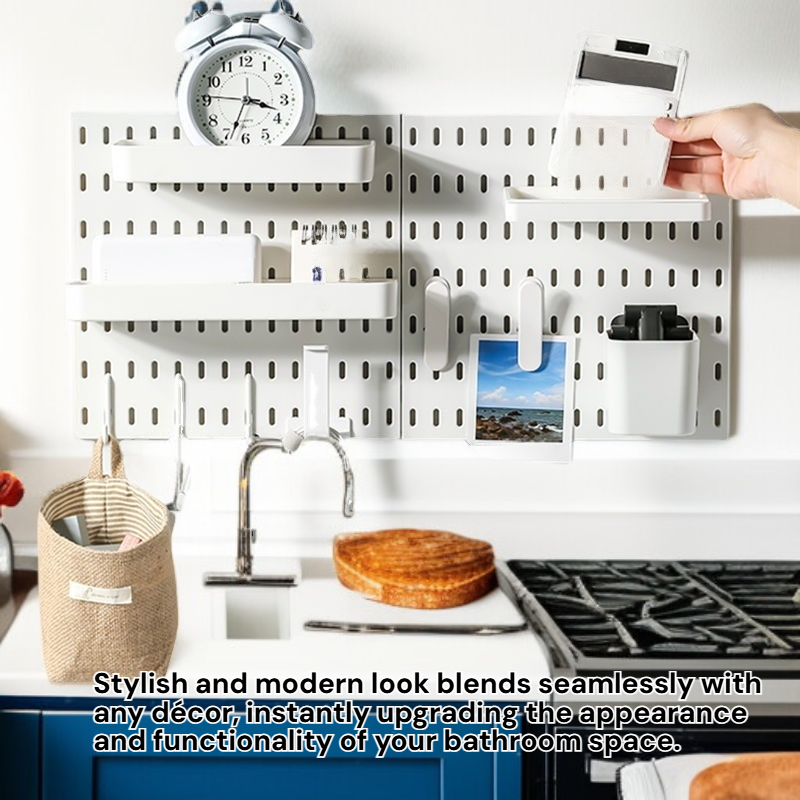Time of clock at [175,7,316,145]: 3:33
